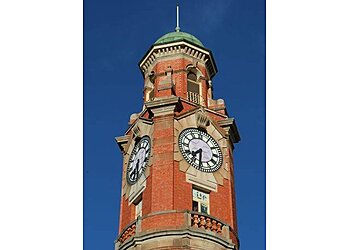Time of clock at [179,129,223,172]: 7:31
